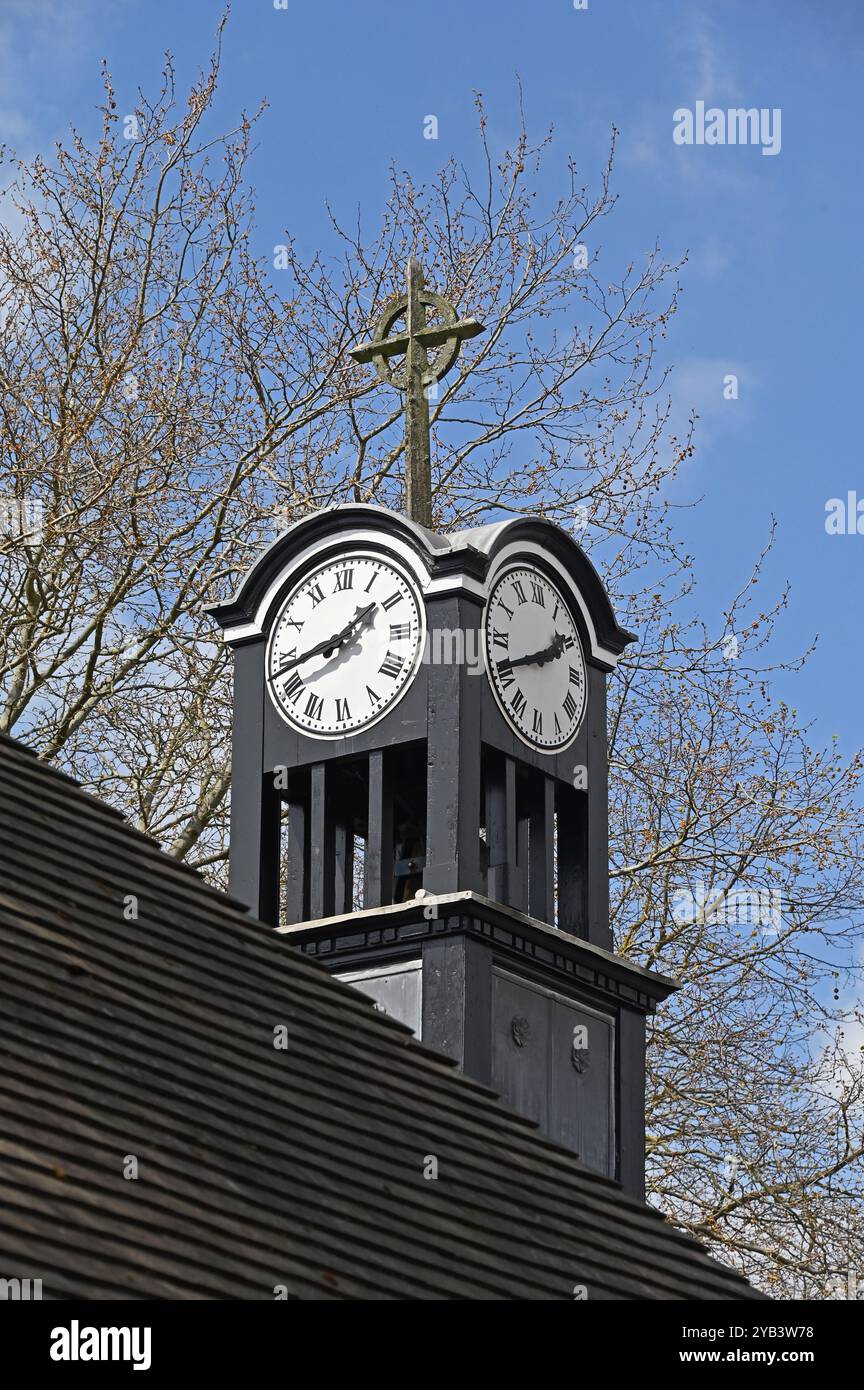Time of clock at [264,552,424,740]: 1:43
